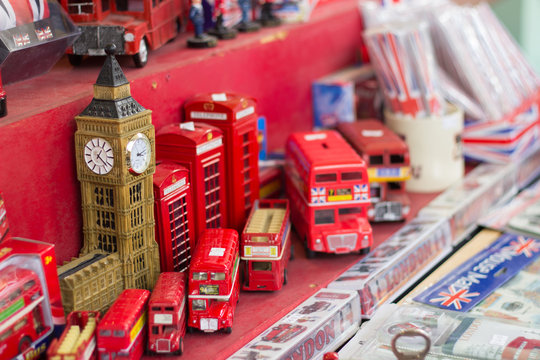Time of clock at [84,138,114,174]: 4:04
